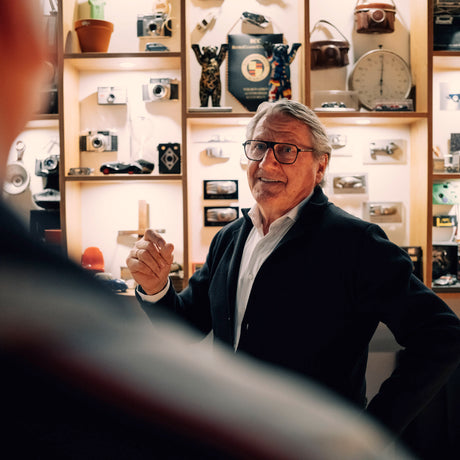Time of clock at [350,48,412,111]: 6:00
